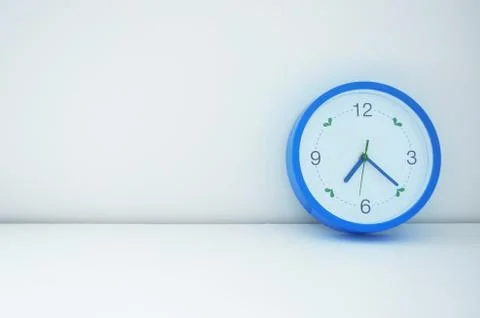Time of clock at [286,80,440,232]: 7:20
